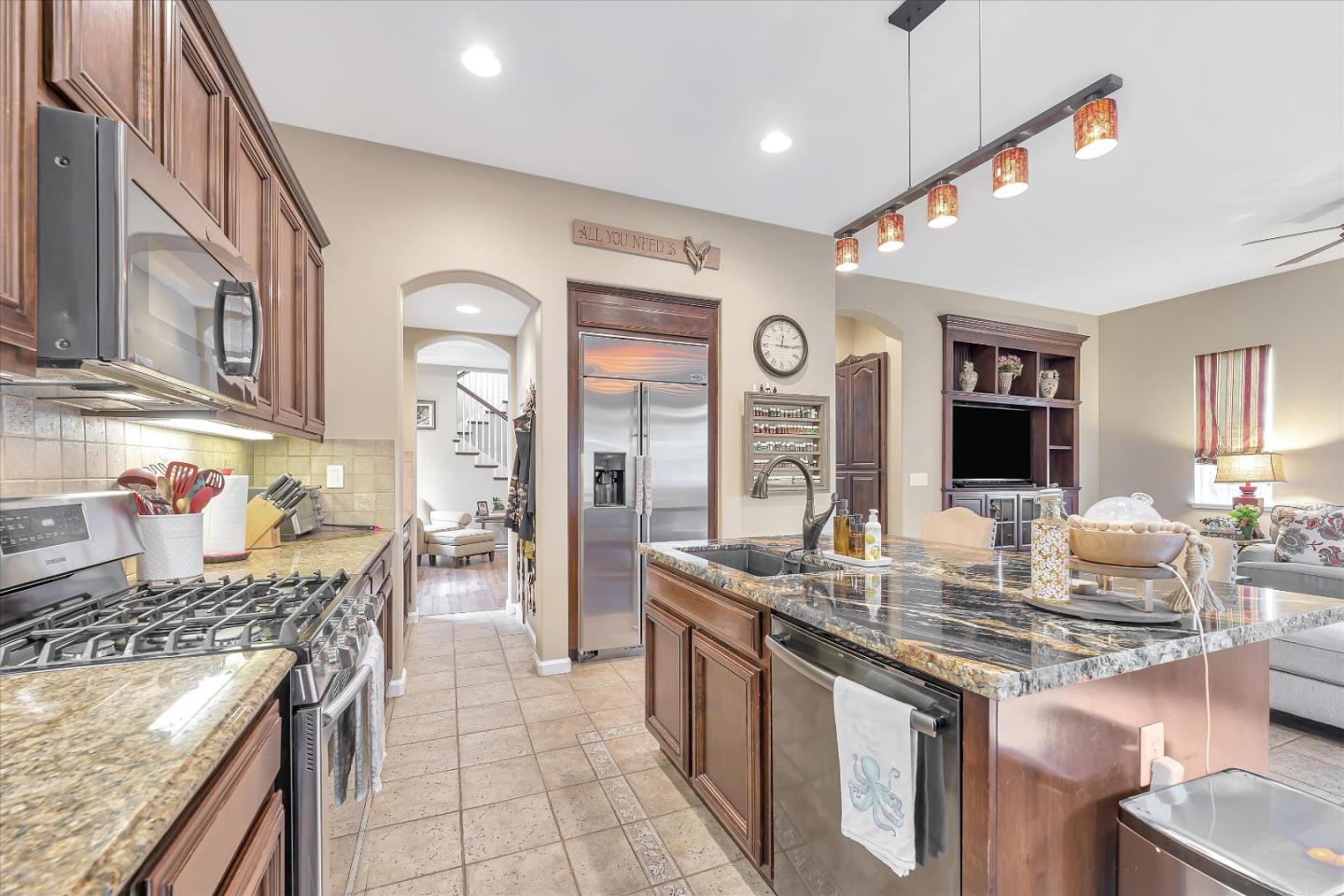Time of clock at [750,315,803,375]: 12:15
